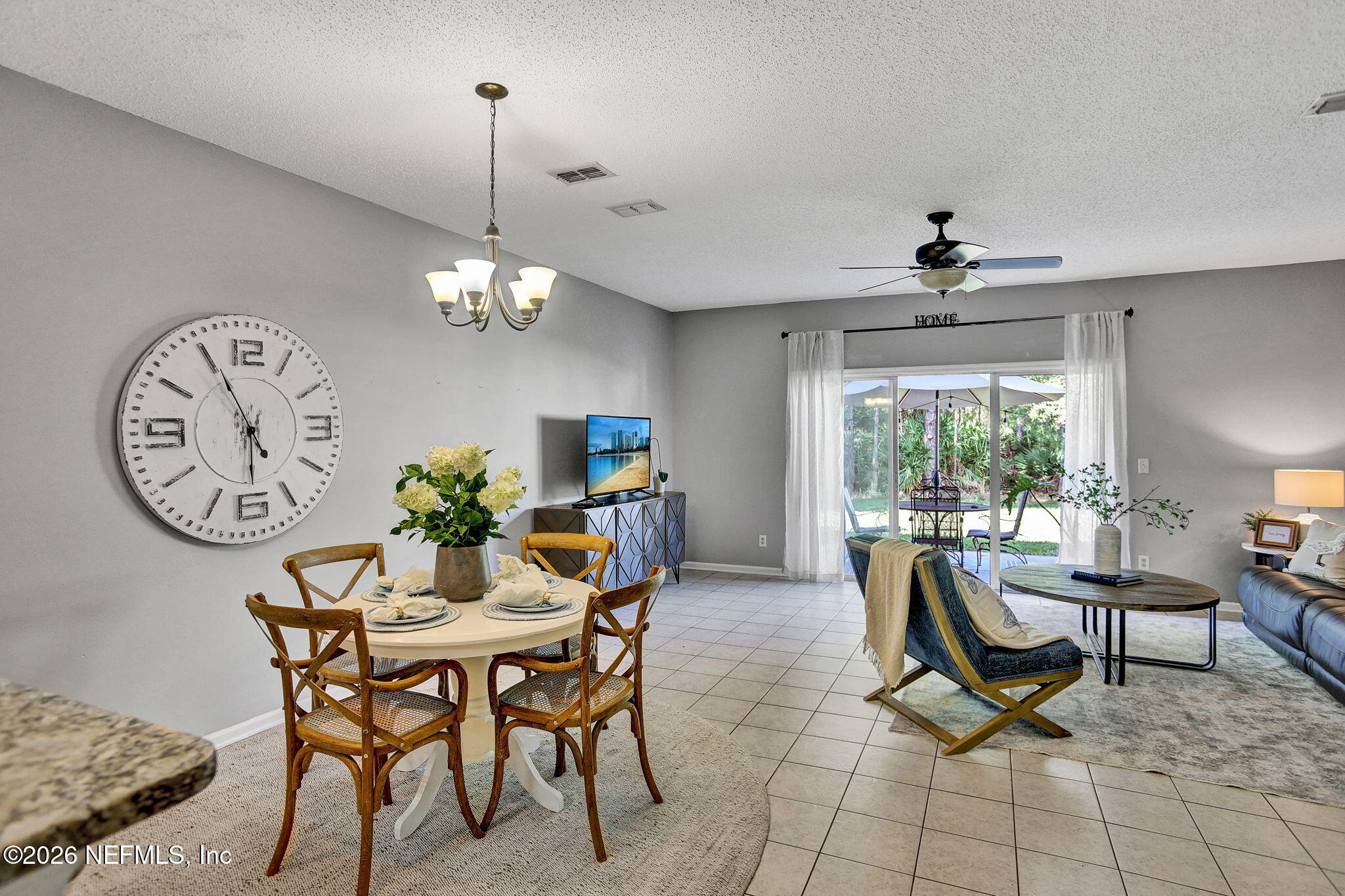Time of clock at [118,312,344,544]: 5:55
